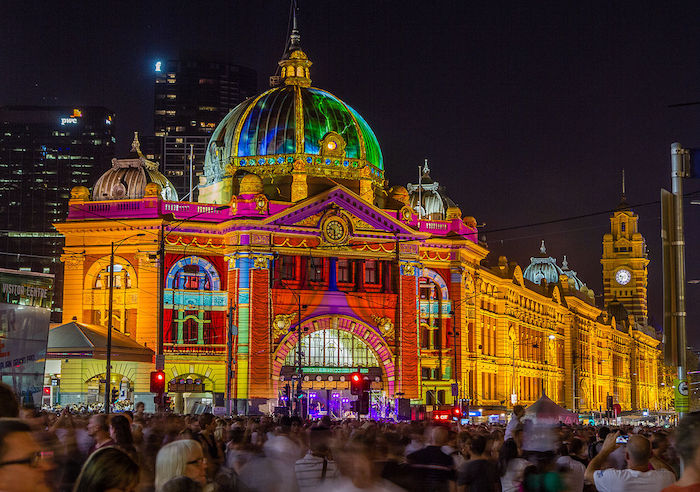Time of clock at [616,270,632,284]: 9:33
